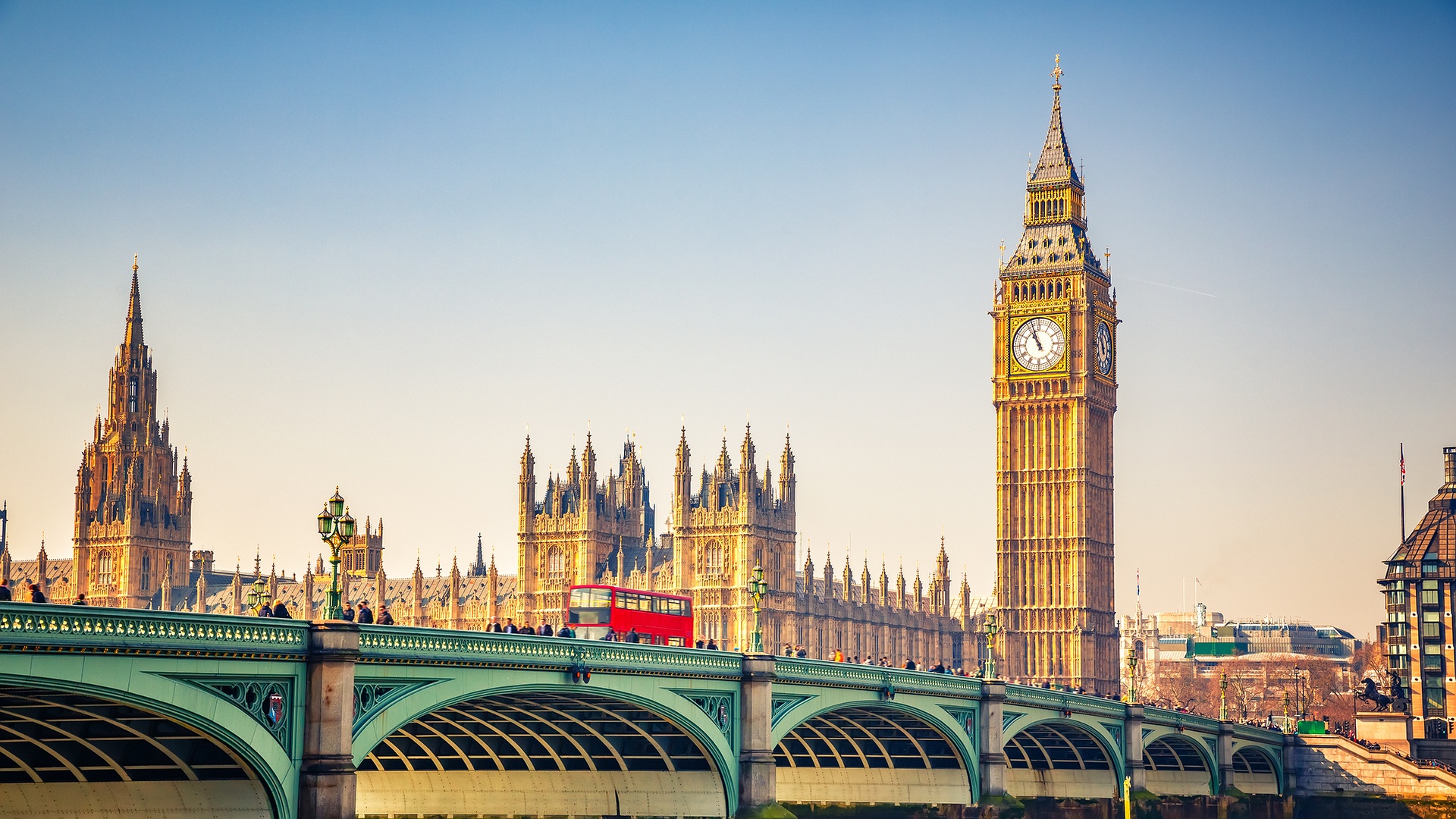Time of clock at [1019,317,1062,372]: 10:56
